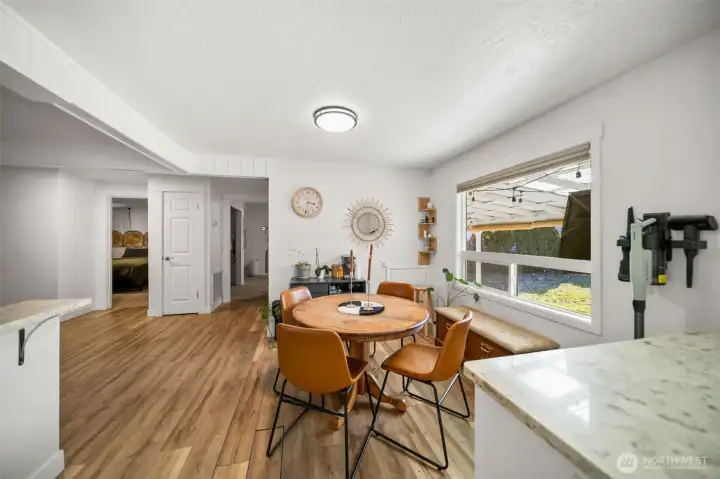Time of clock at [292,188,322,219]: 3:32
